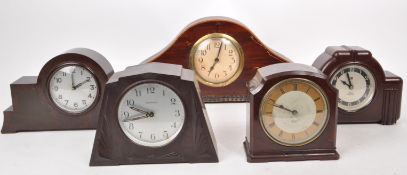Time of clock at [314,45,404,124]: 9:57
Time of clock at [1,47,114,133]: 2:00
